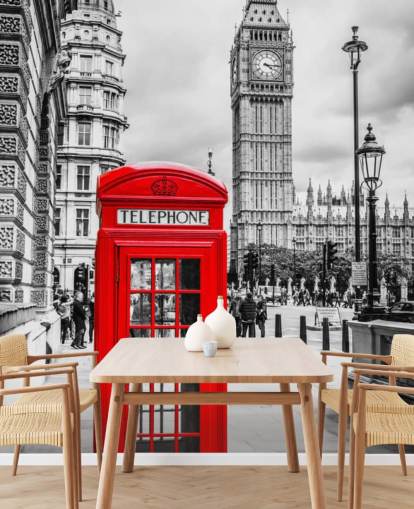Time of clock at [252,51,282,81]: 4:14
